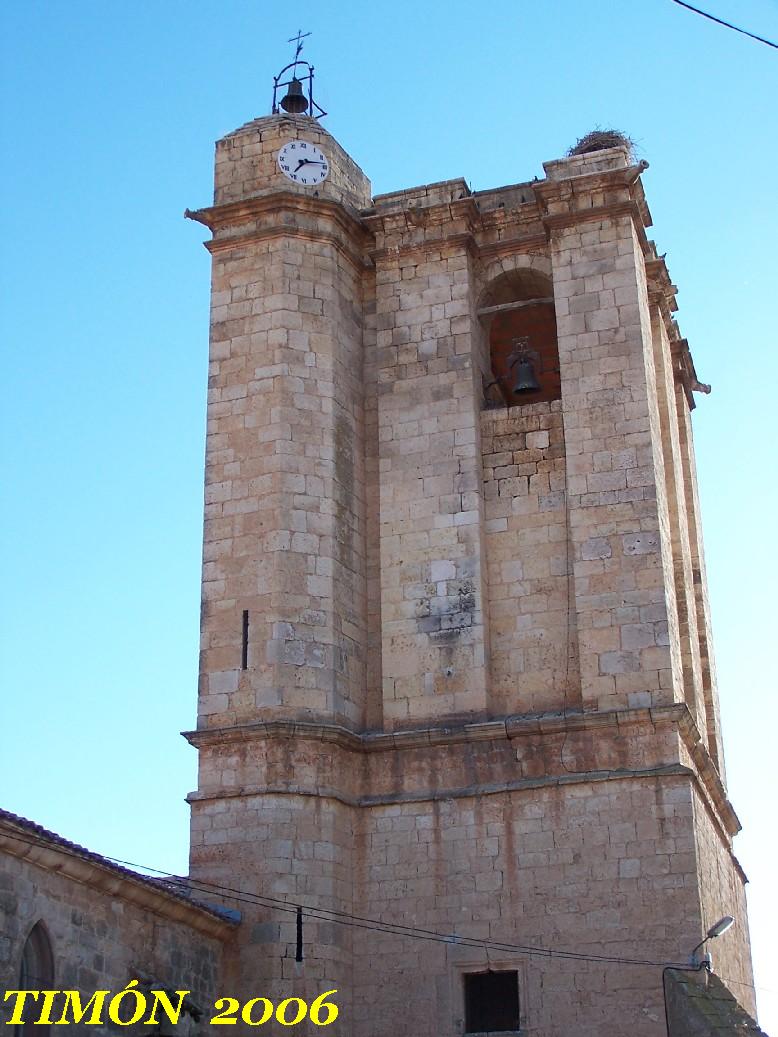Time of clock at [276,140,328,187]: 7:13
